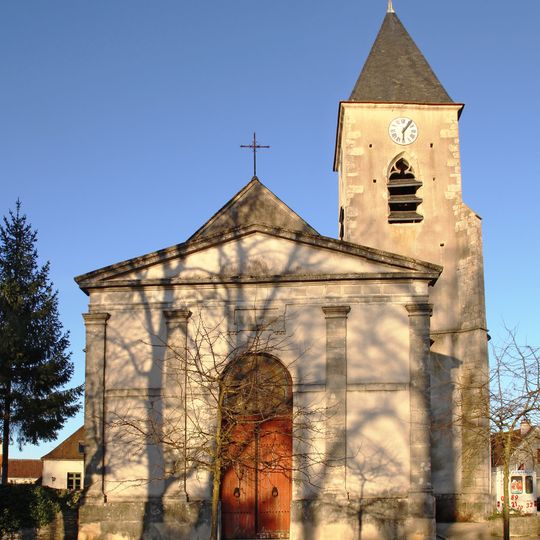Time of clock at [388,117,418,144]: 6:06
